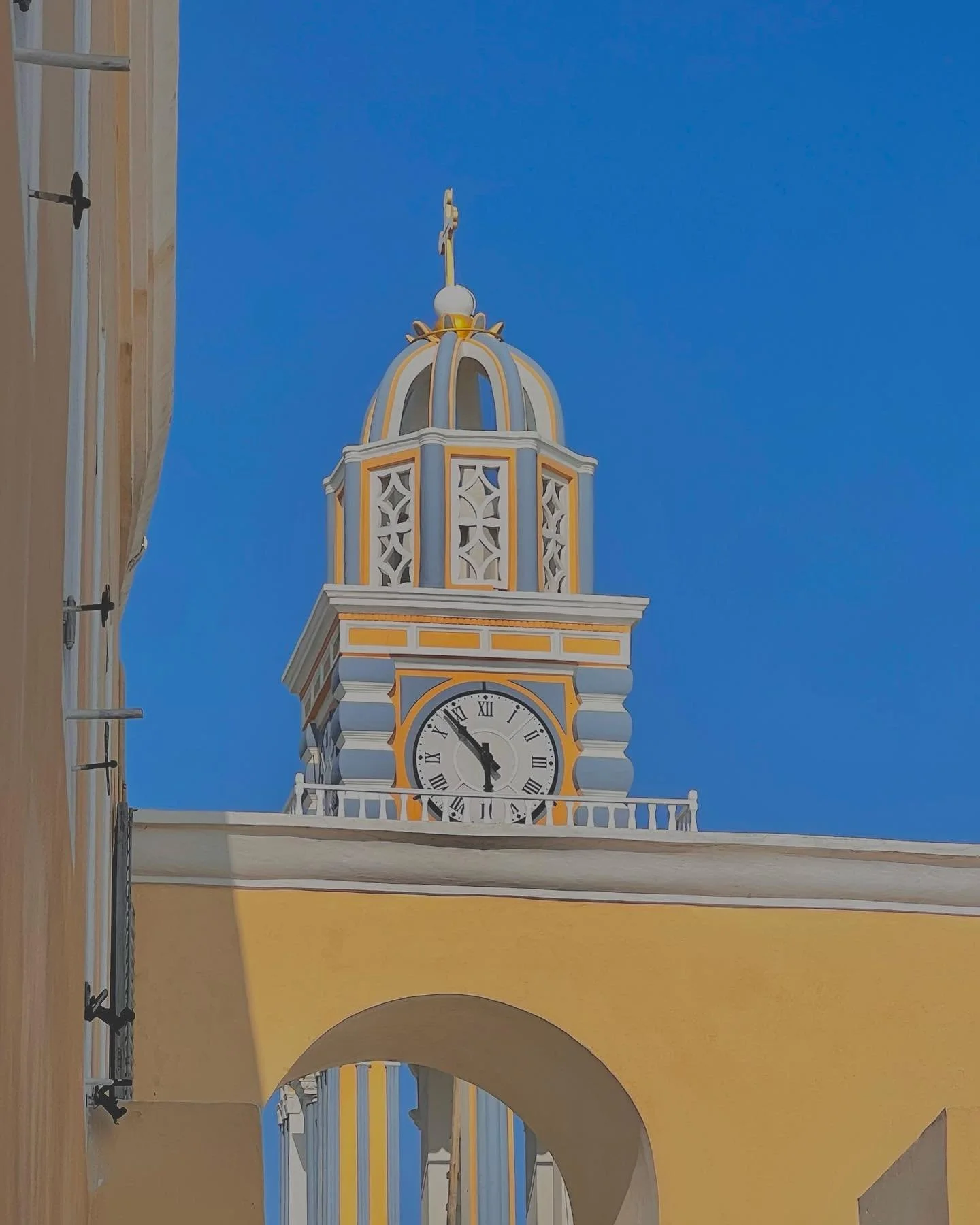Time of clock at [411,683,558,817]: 5:53
